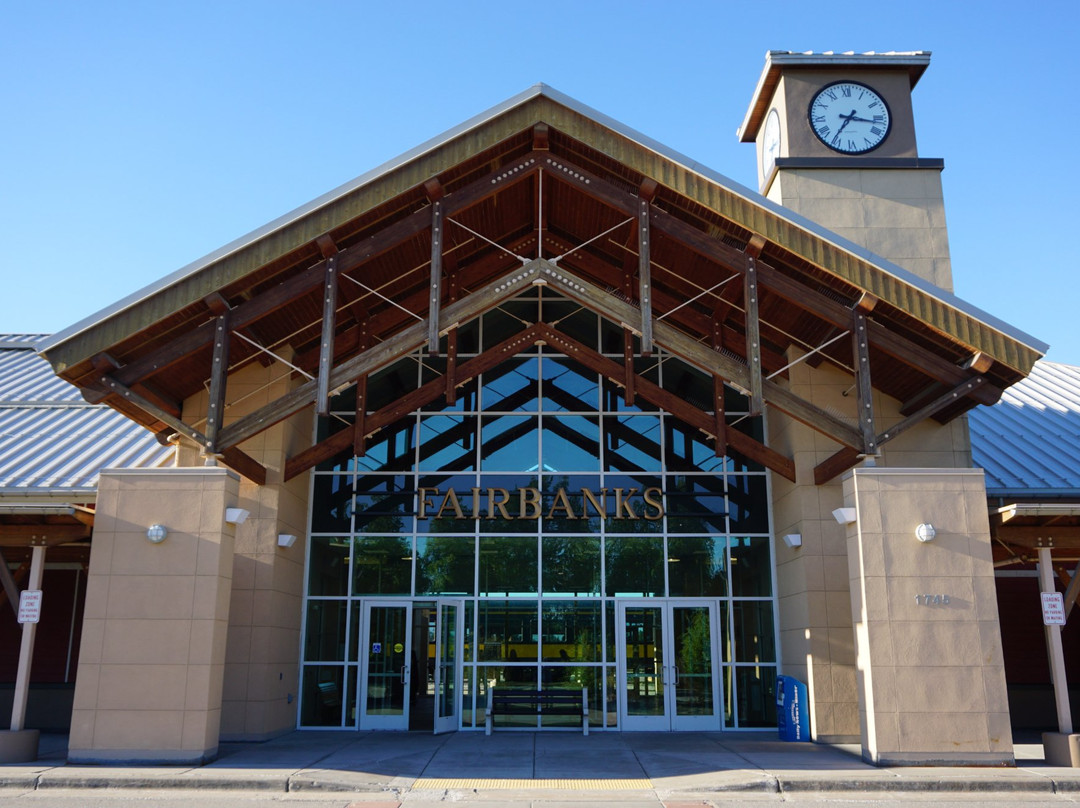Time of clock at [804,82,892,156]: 7:16
